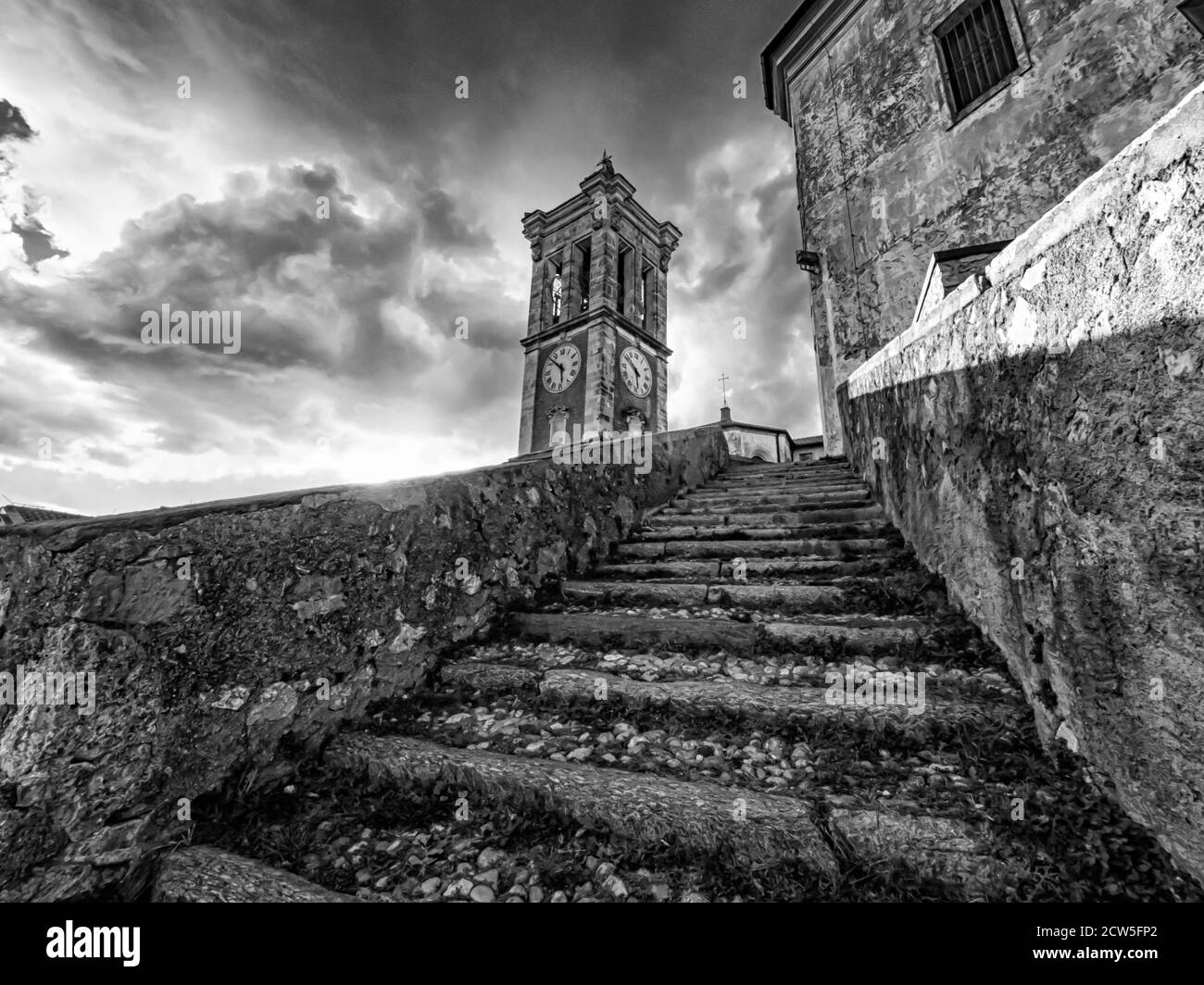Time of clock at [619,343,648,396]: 5:51
